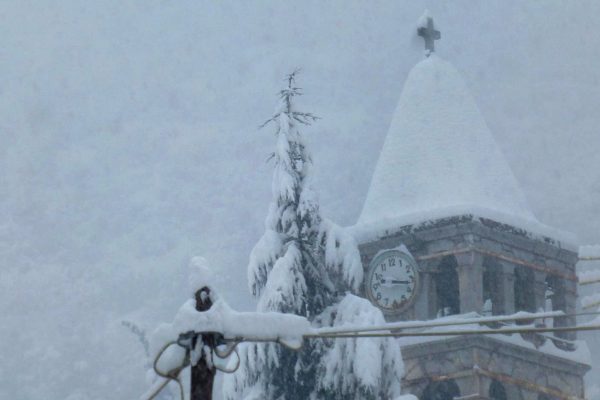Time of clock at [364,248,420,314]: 3:16
